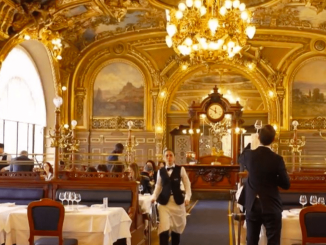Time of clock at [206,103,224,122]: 11:50
